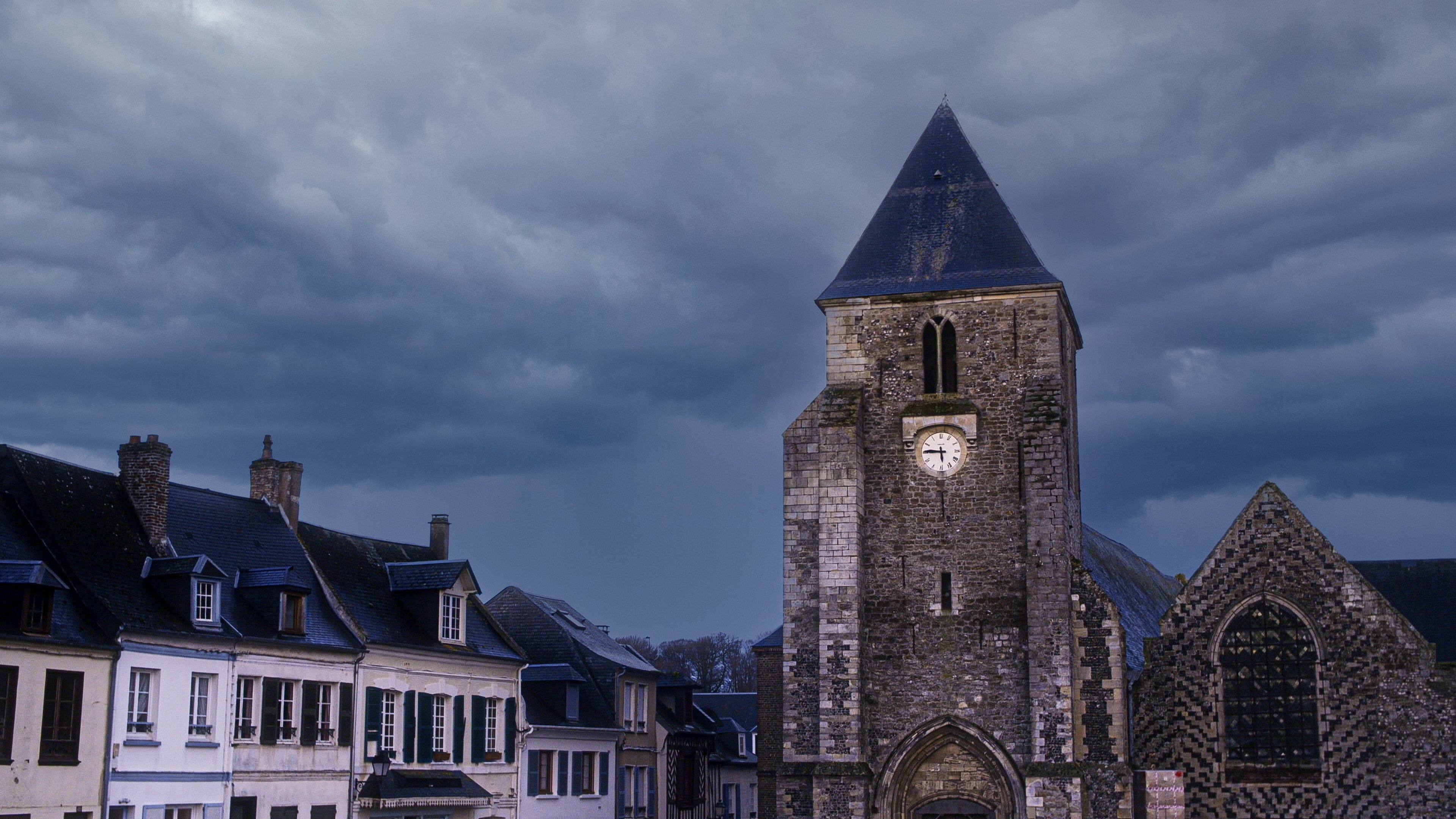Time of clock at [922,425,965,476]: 5:45
